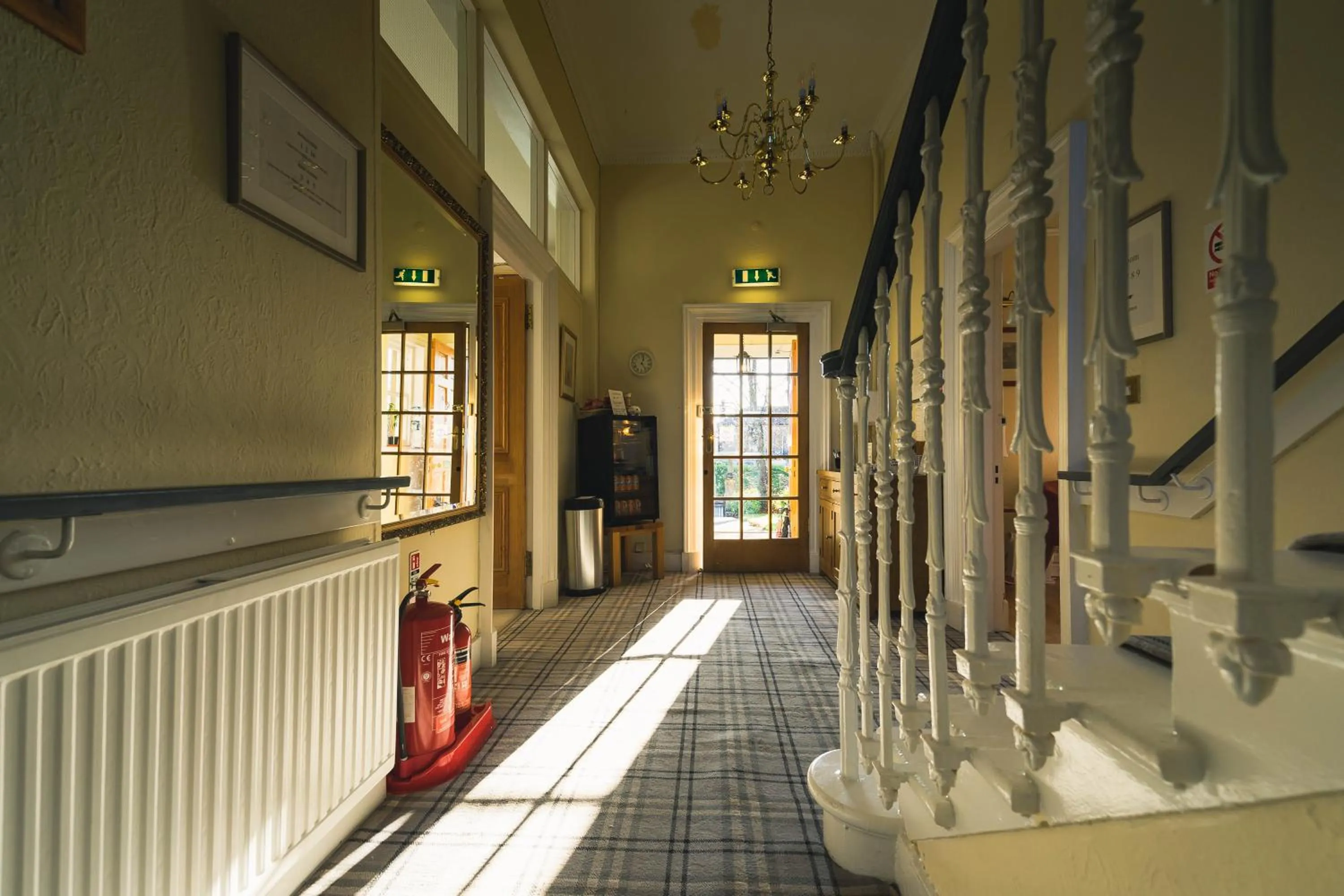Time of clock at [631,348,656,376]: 12:24
